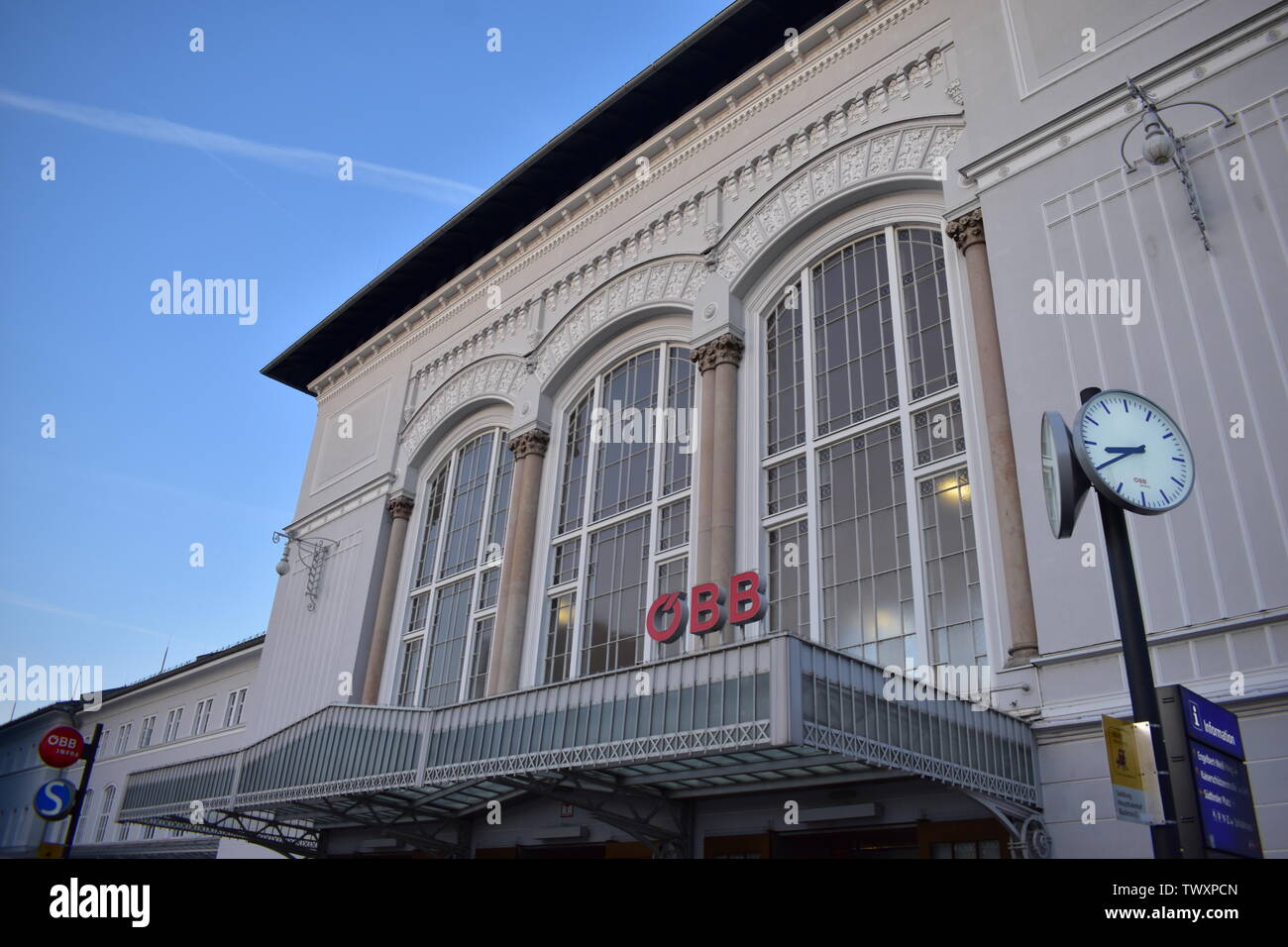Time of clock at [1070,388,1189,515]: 8:40
